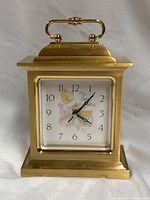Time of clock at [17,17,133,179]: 4:07
